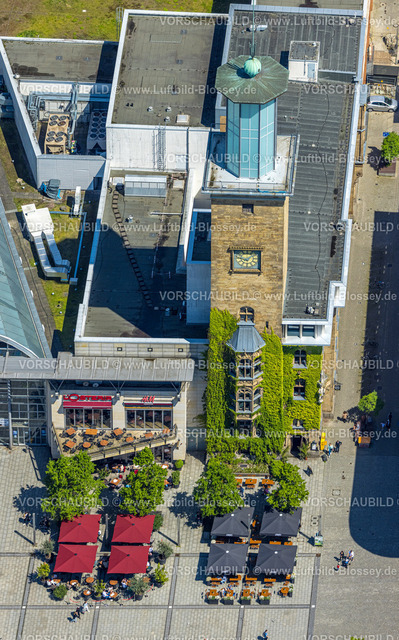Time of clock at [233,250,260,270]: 9:07
